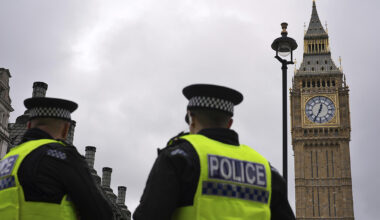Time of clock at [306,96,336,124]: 12:34
